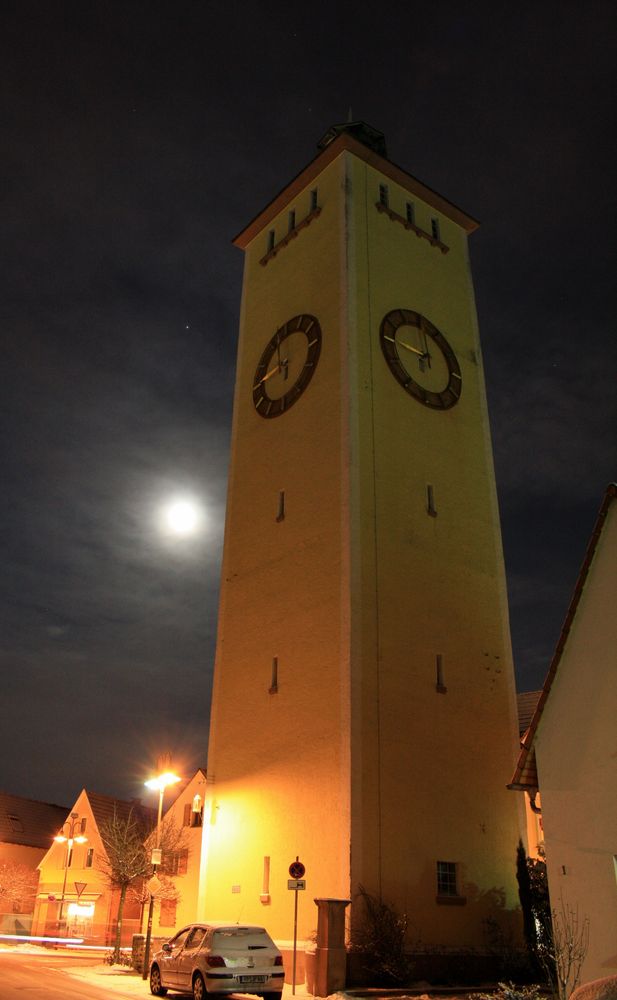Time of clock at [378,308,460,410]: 9:01
